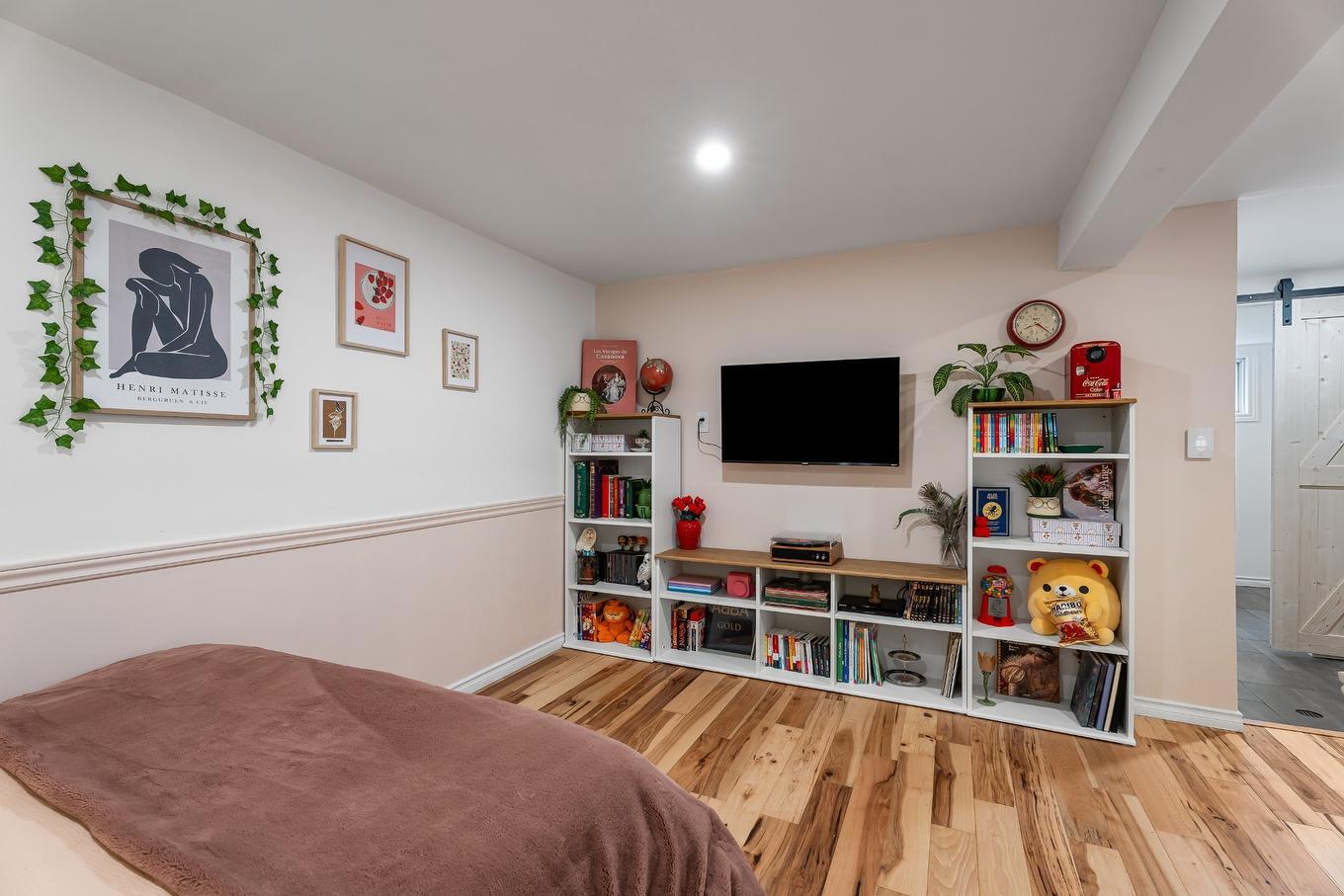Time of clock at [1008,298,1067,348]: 8:22
